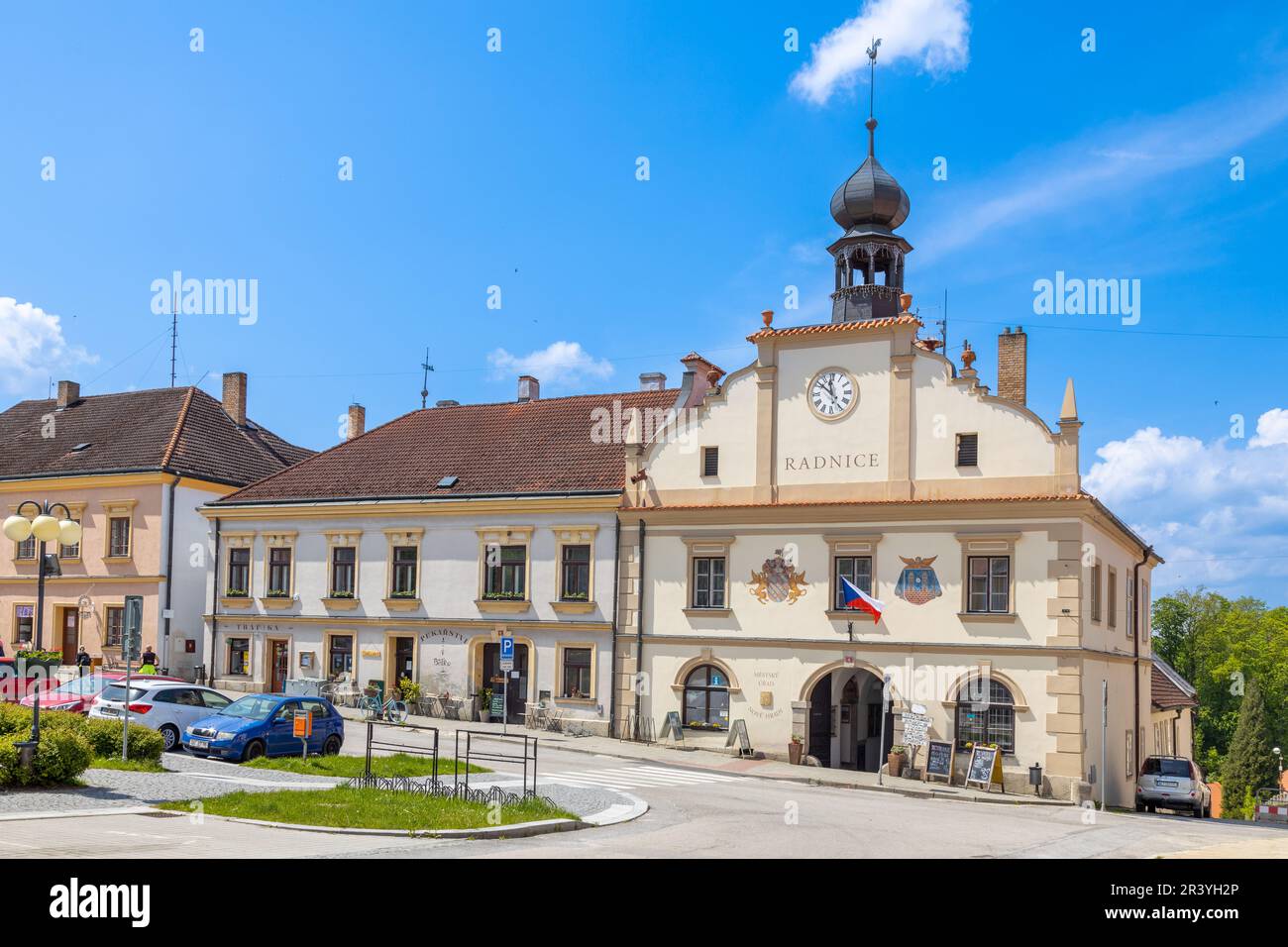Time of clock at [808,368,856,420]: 11:51
